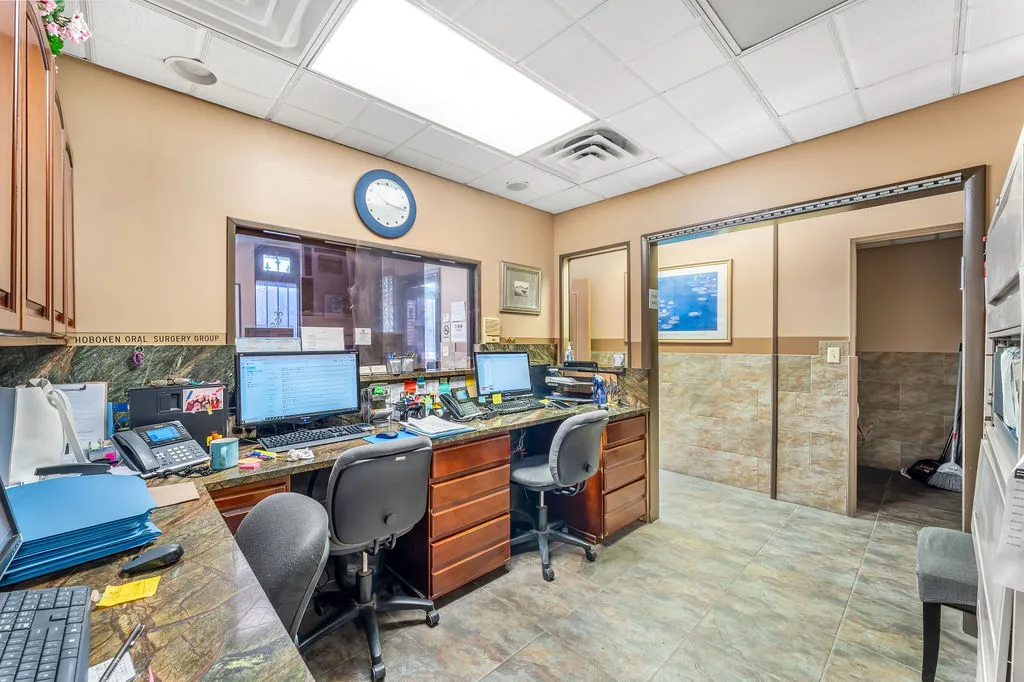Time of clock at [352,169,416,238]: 3:16
